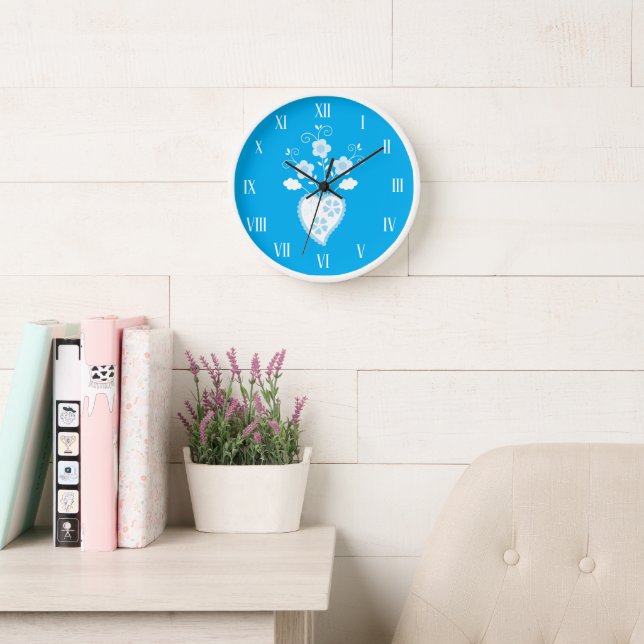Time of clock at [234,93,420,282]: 12:09
